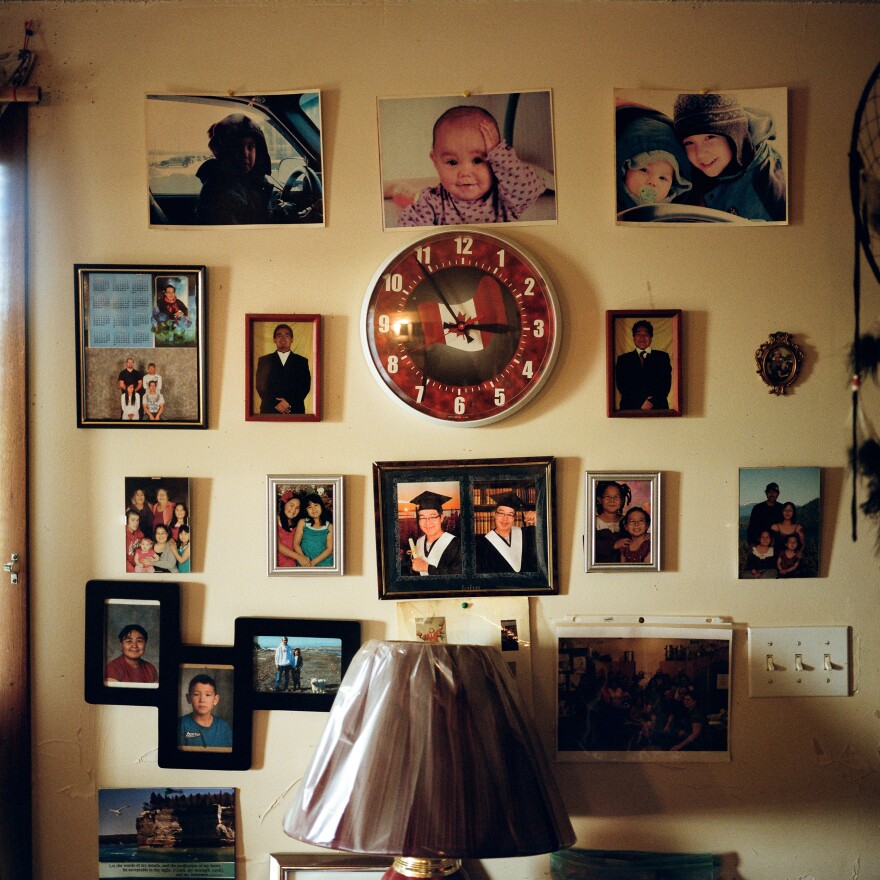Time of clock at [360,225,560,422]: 2:54
